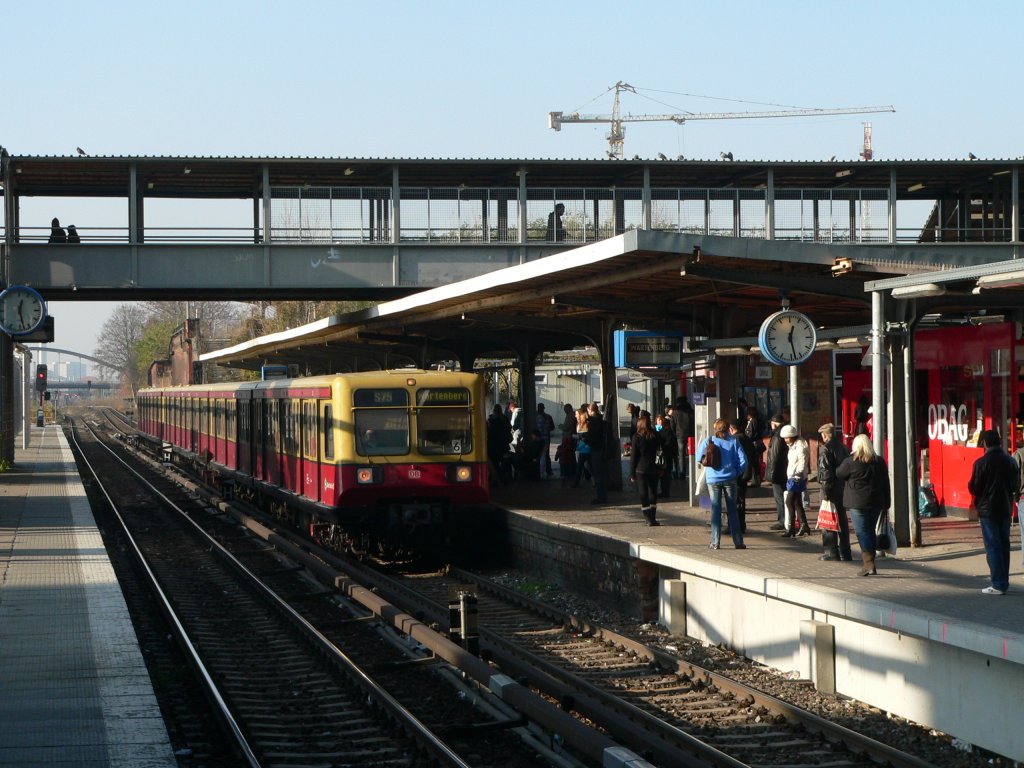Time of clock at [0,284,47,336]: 12:27
